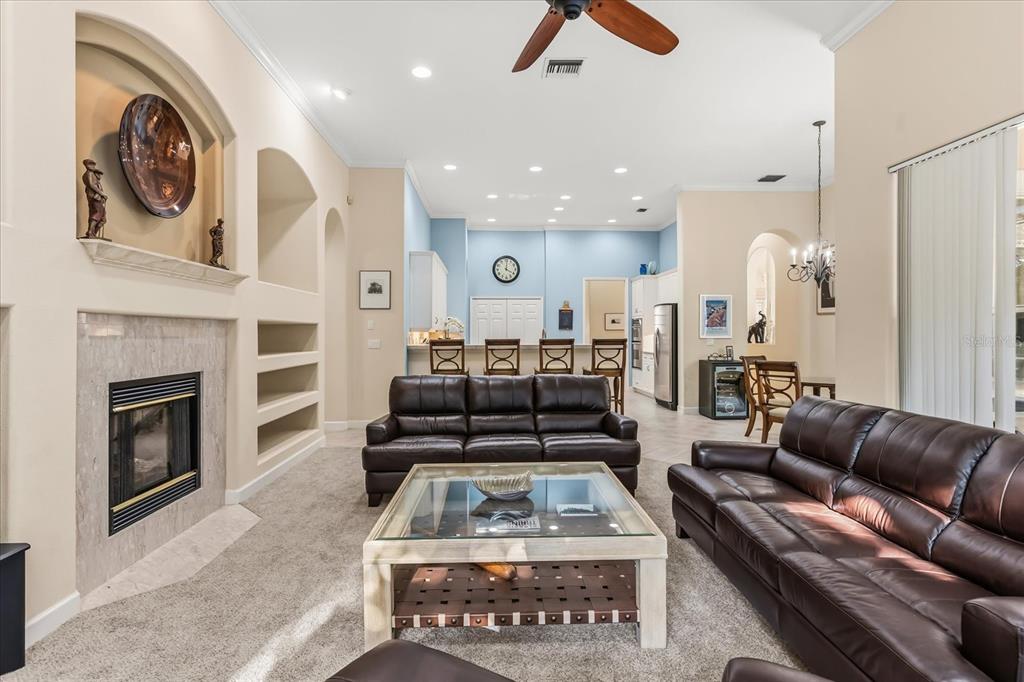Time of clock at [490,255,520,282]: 4:01
